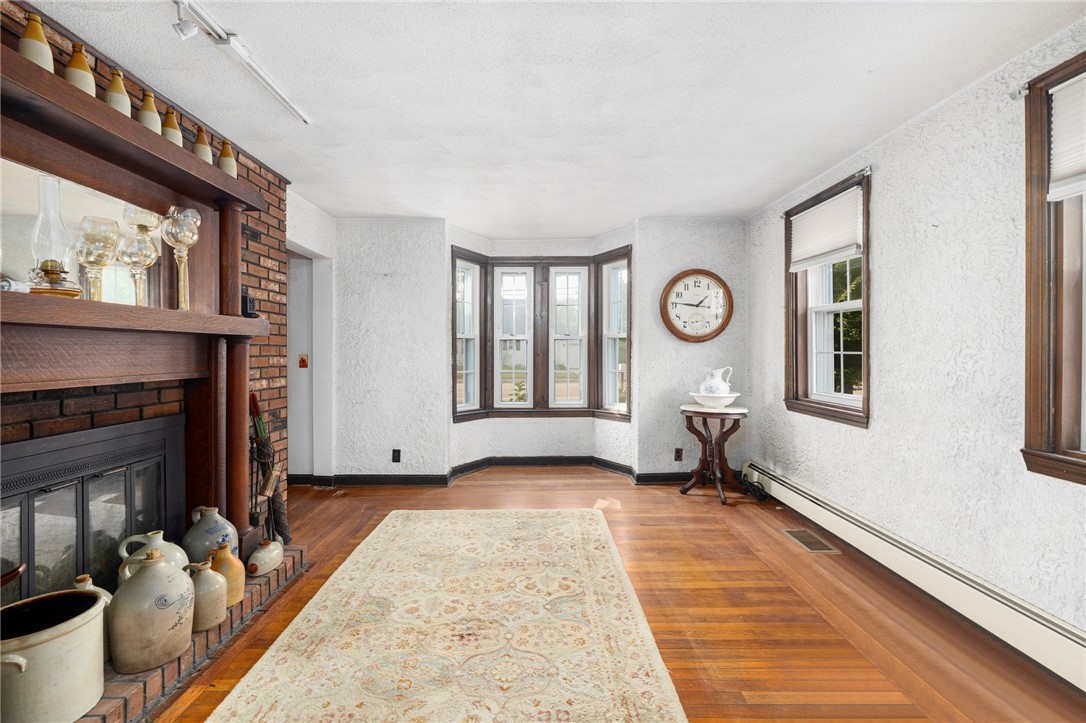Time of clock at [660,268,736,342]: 1:46
